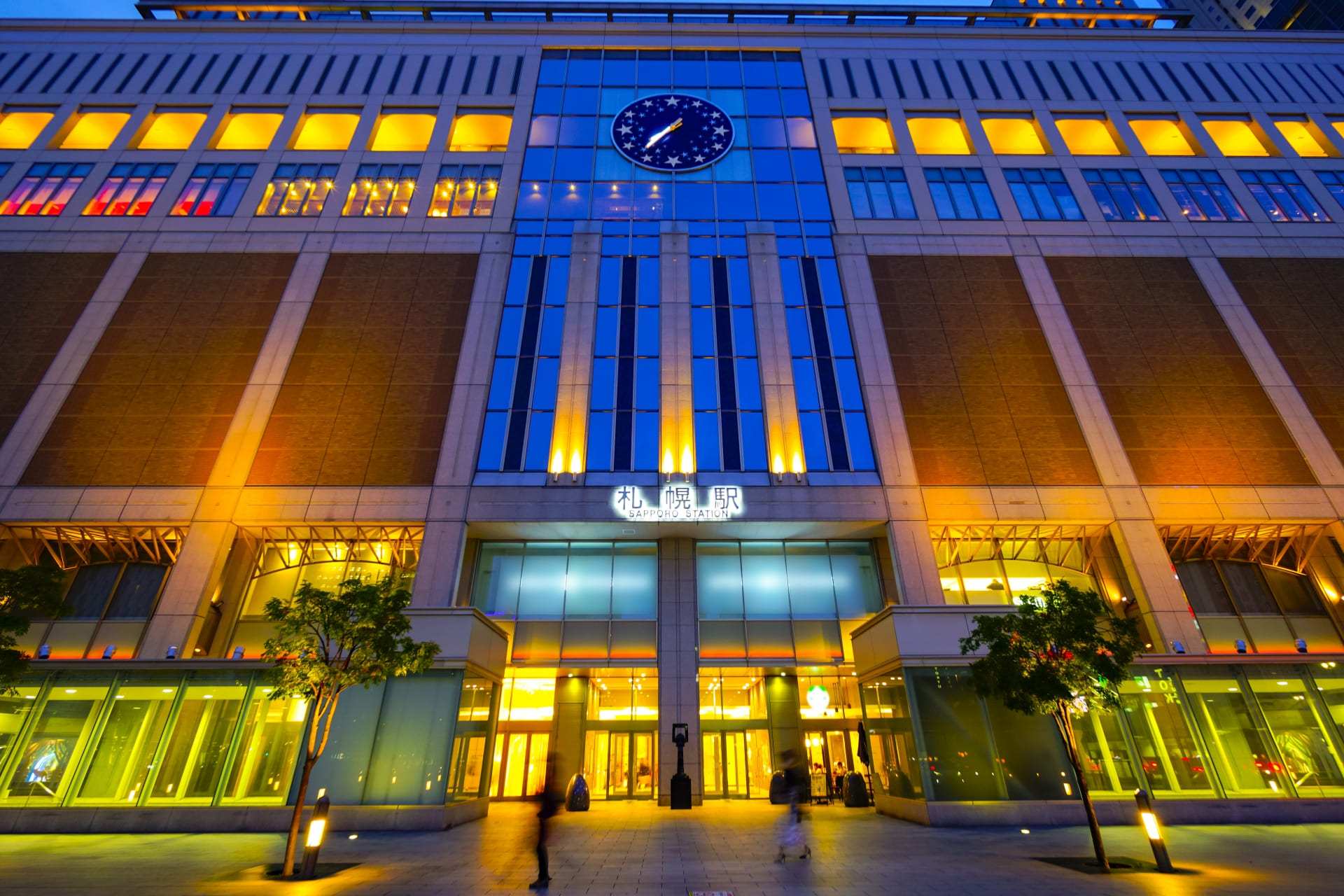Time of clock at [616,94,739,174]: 7:36
